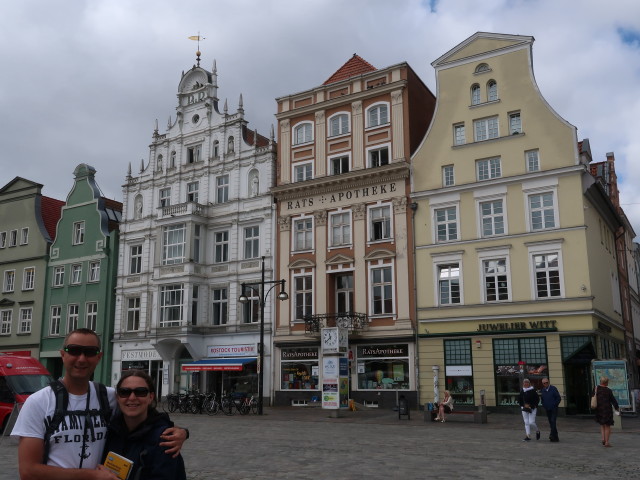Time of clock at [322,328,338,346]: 11:38
